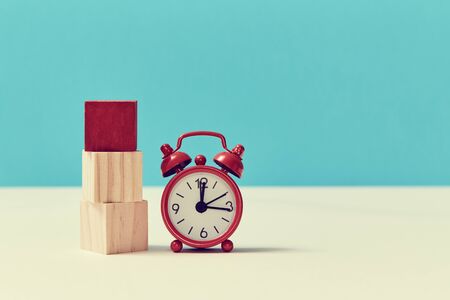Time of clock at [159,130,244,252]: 12:16
